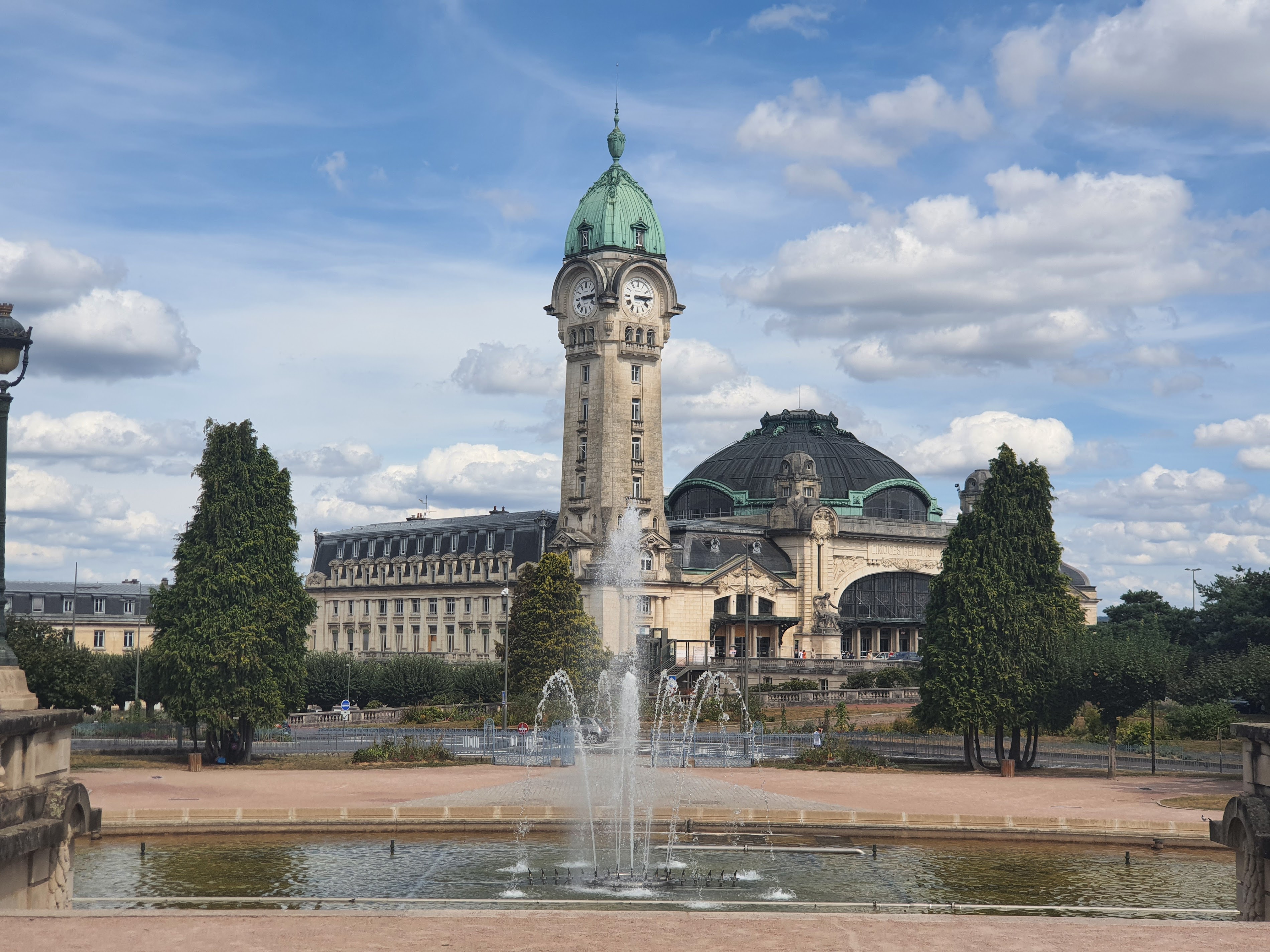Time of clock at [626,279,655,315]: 3:14
